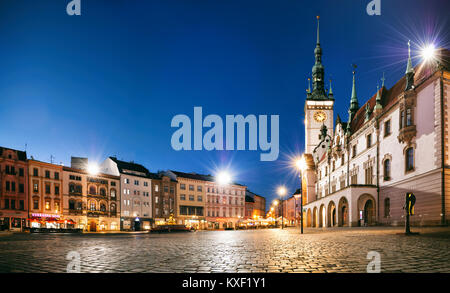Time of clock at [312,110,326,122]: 9:53
